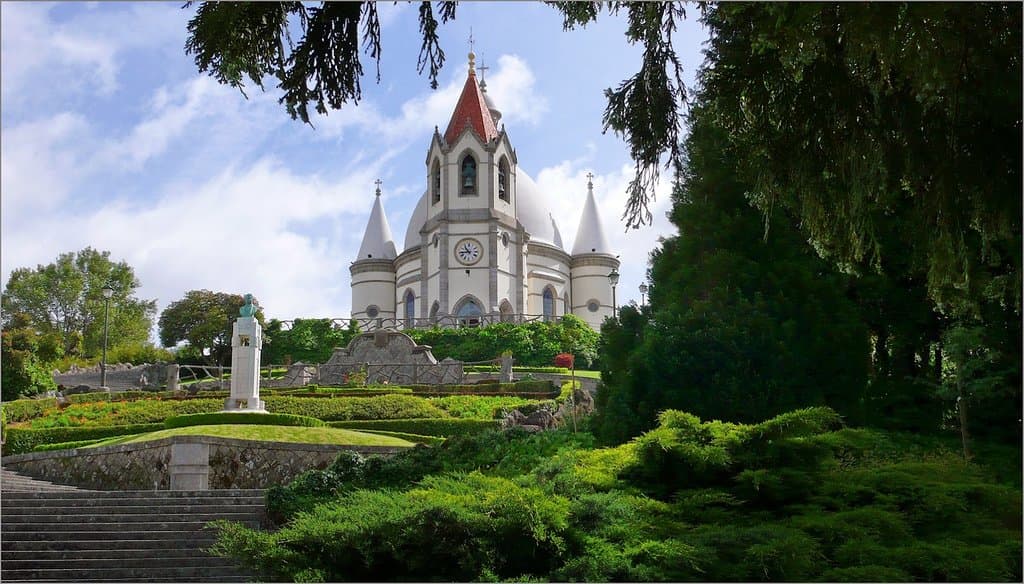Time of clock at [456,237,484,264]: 10:43
